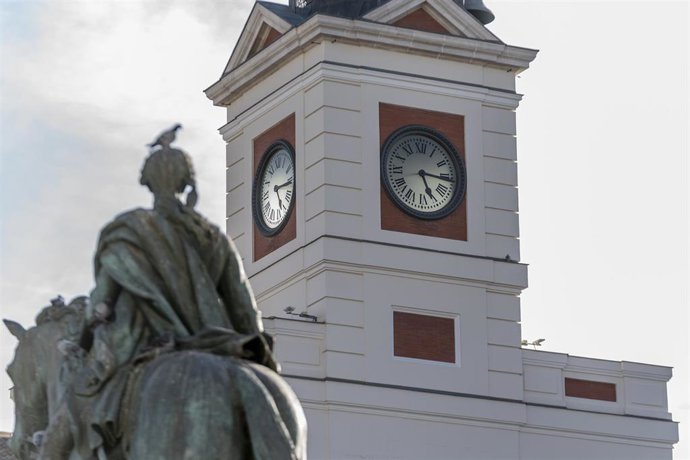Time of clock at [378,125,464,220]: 5:15
